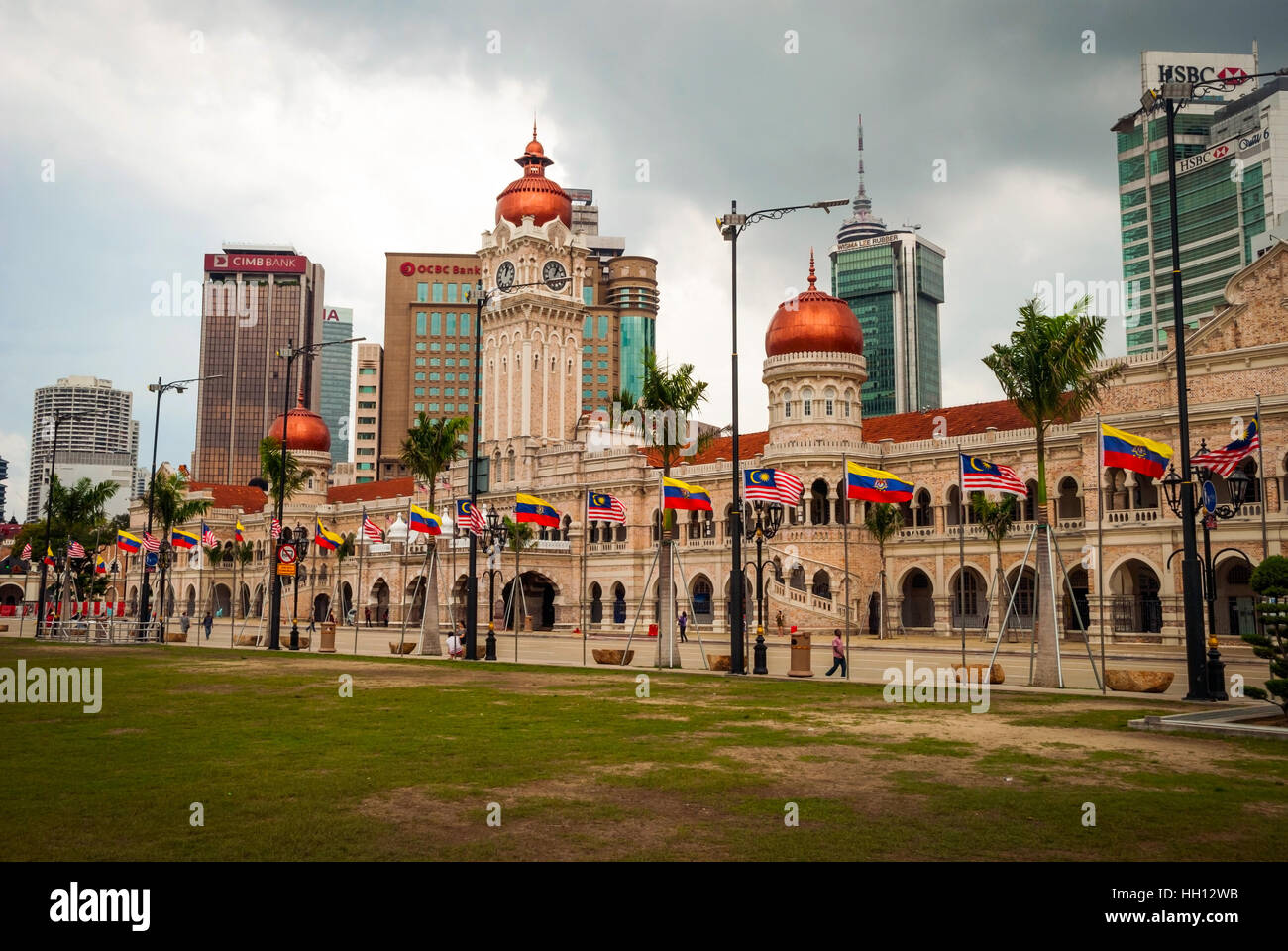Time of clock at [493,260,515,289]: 1:02
